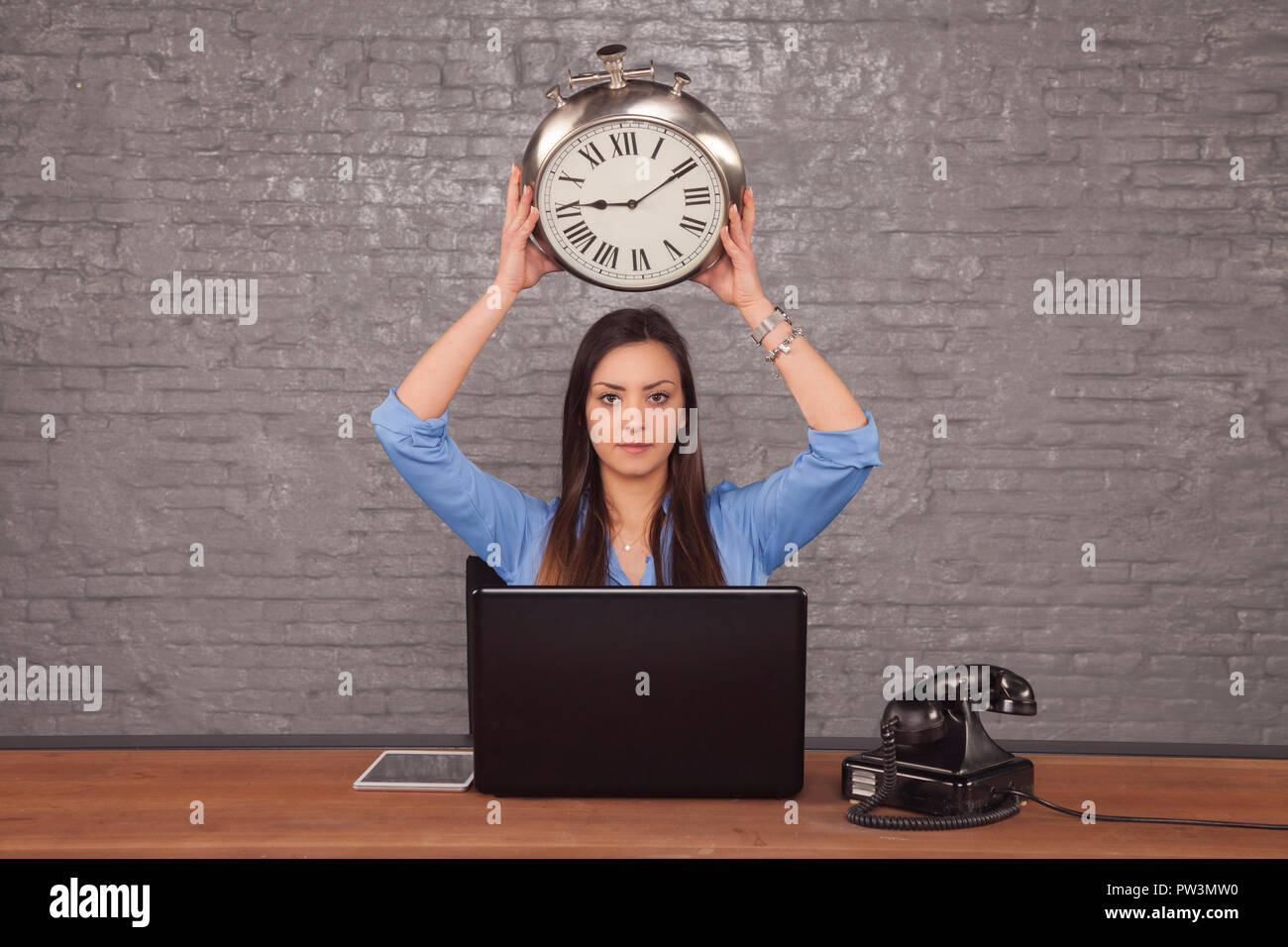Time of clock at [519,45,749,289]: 9:10
